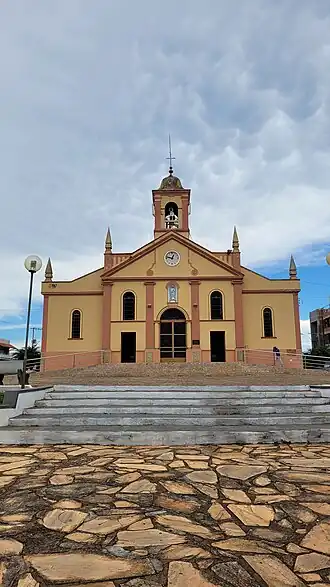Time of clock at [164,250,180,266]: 12:47
